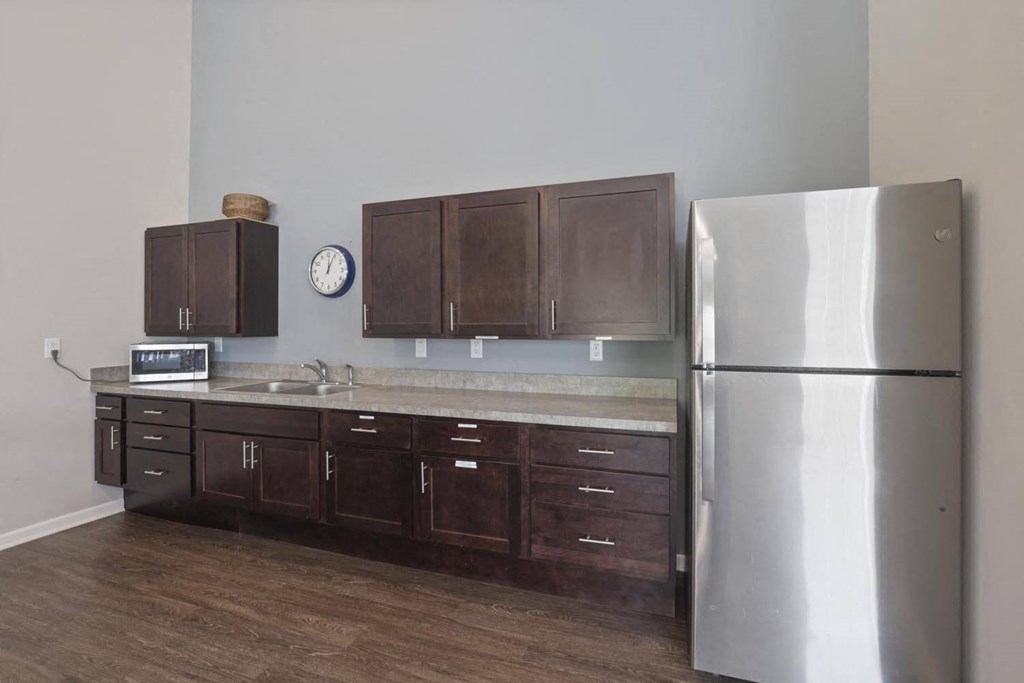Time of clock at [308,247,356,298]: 12:04
